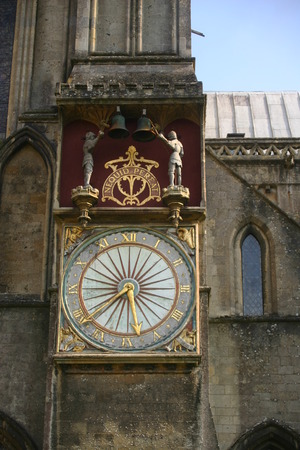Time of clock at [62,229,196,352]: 5:38
